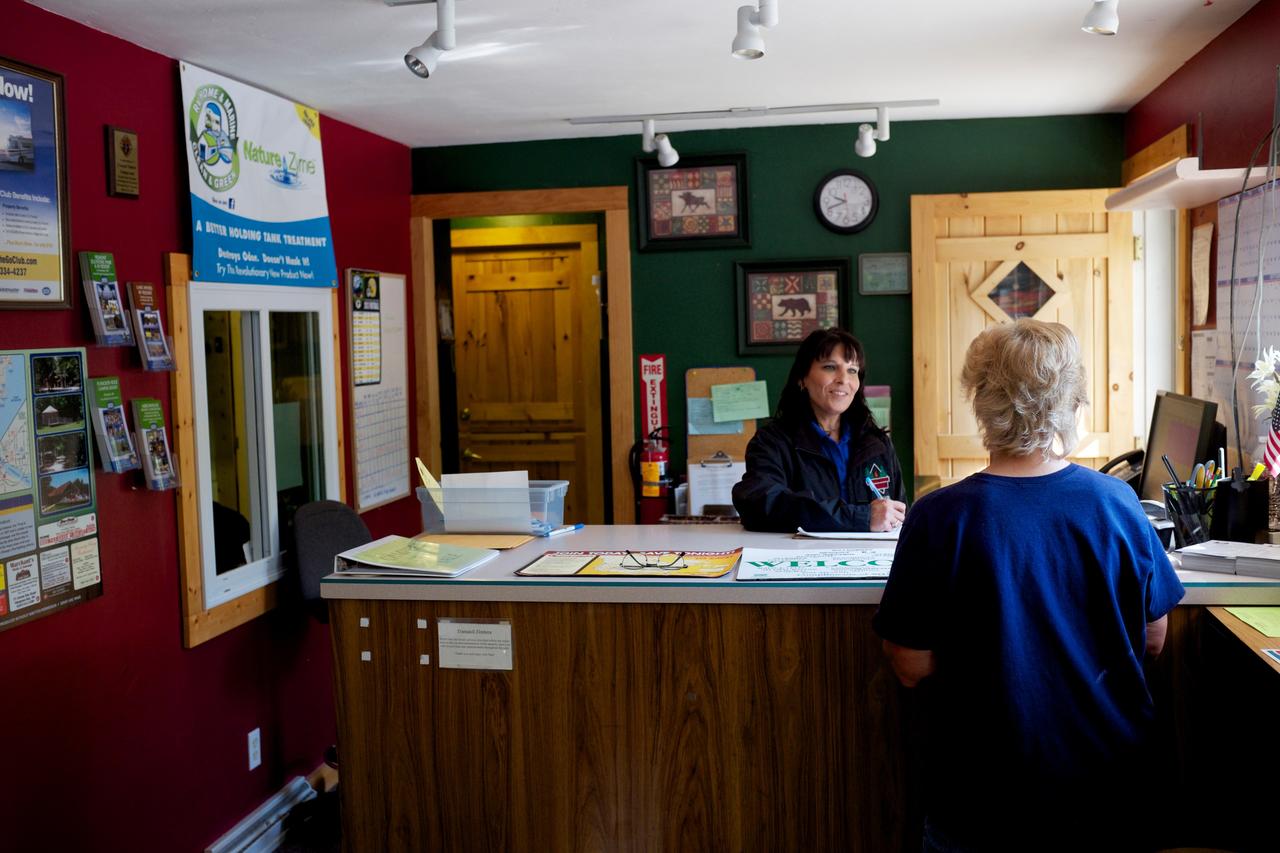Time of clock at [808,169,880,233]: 9:41
